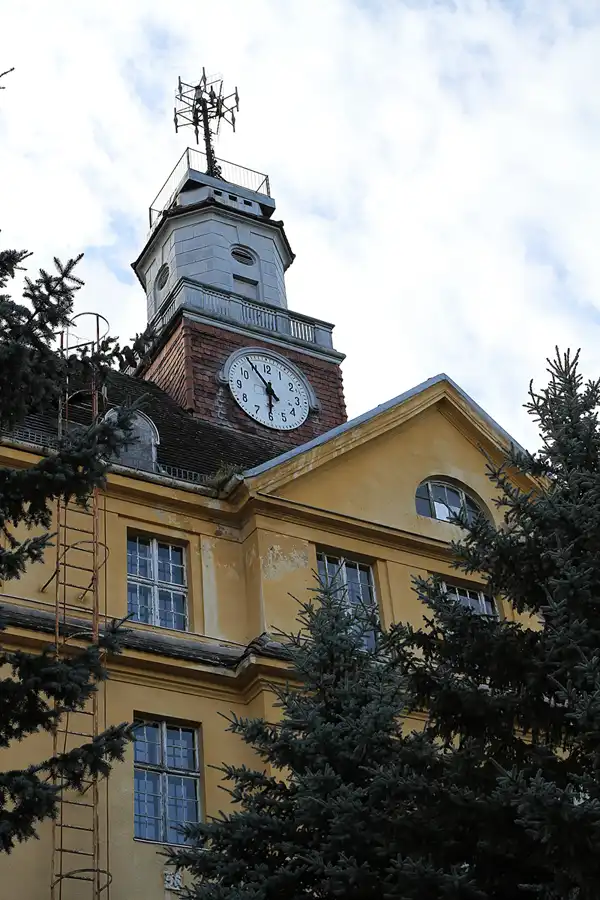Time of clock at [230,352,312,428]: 5:54
